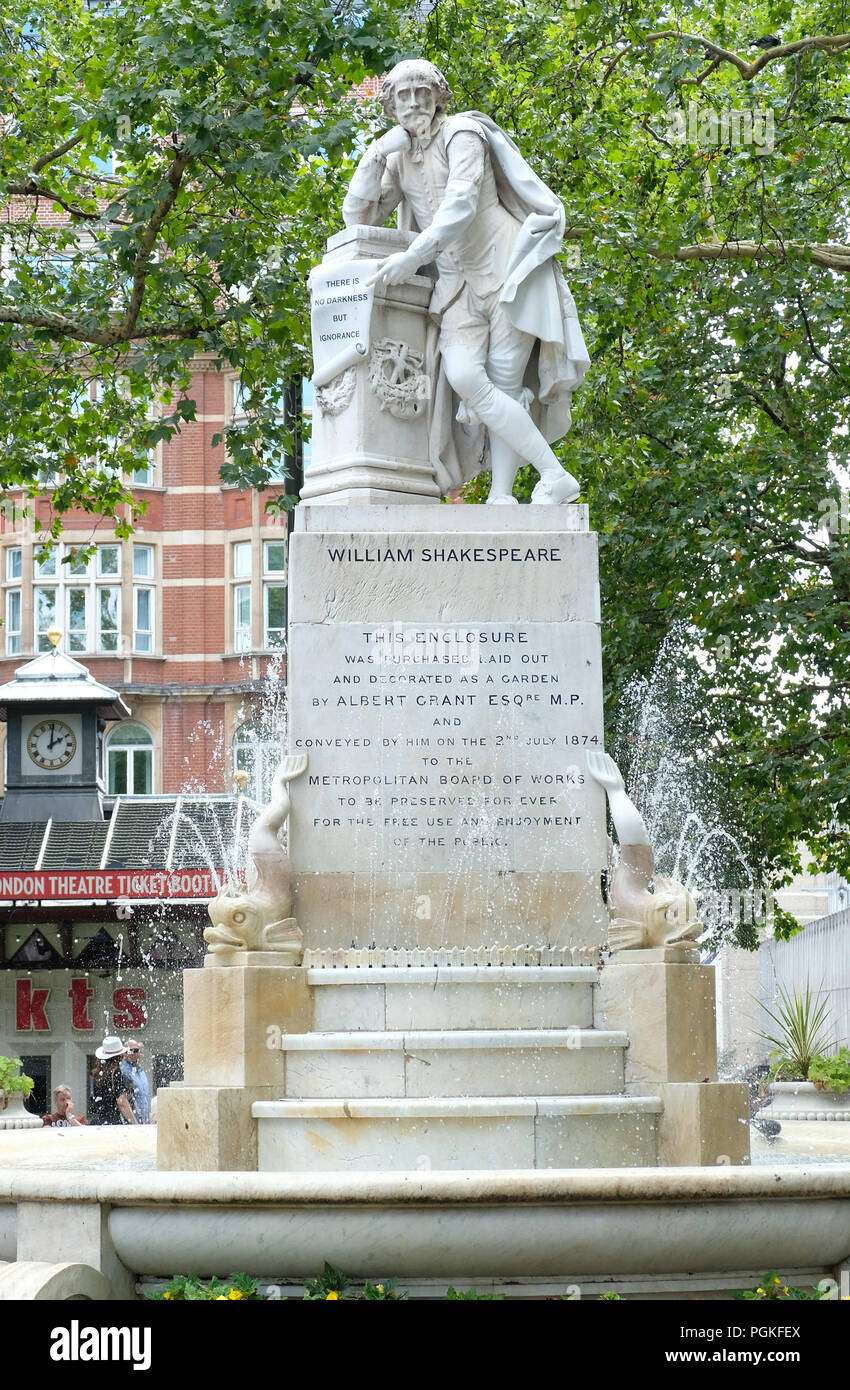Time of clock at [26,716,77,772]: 2:00
